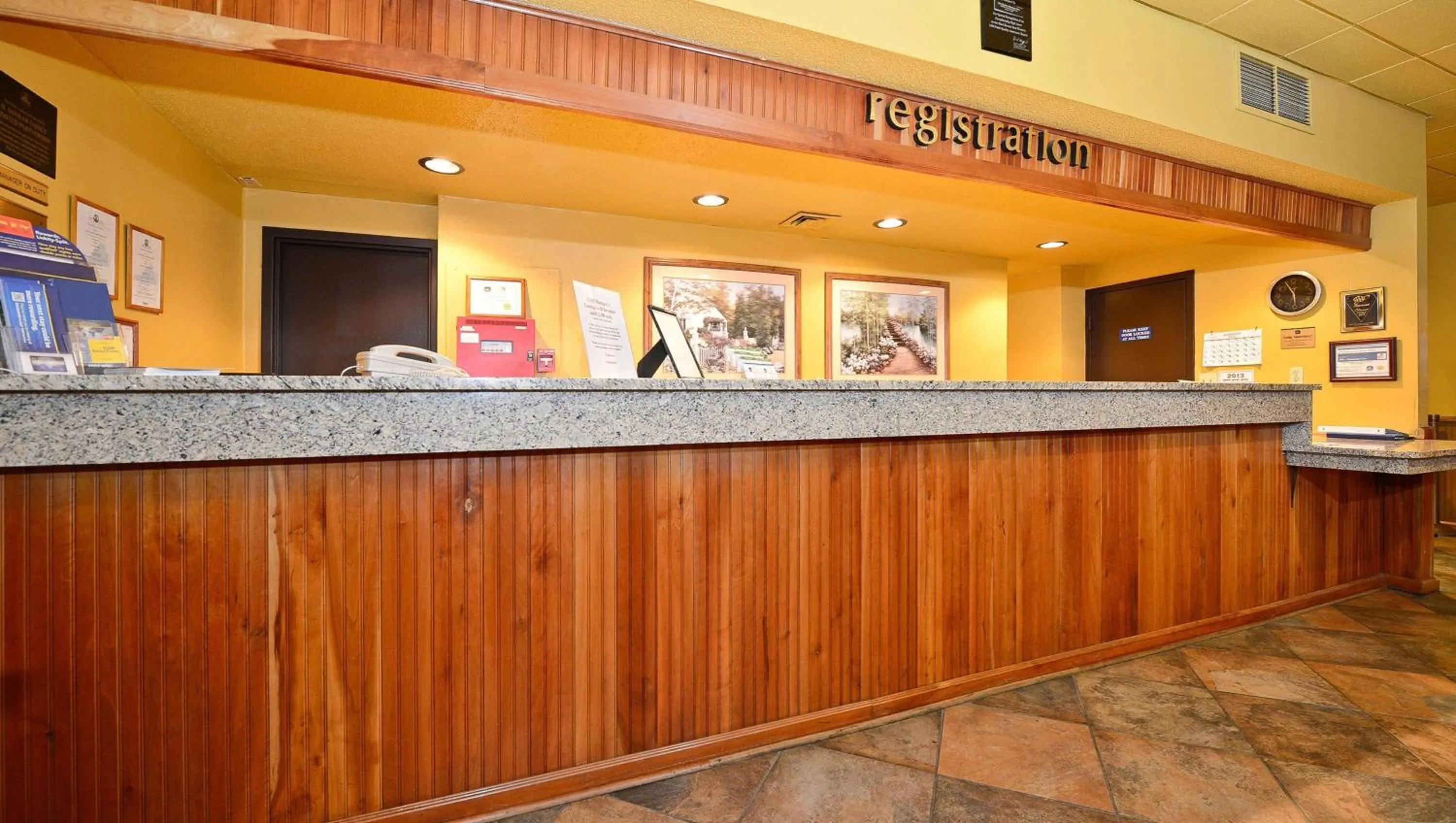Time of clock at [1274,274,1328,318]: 5:55
